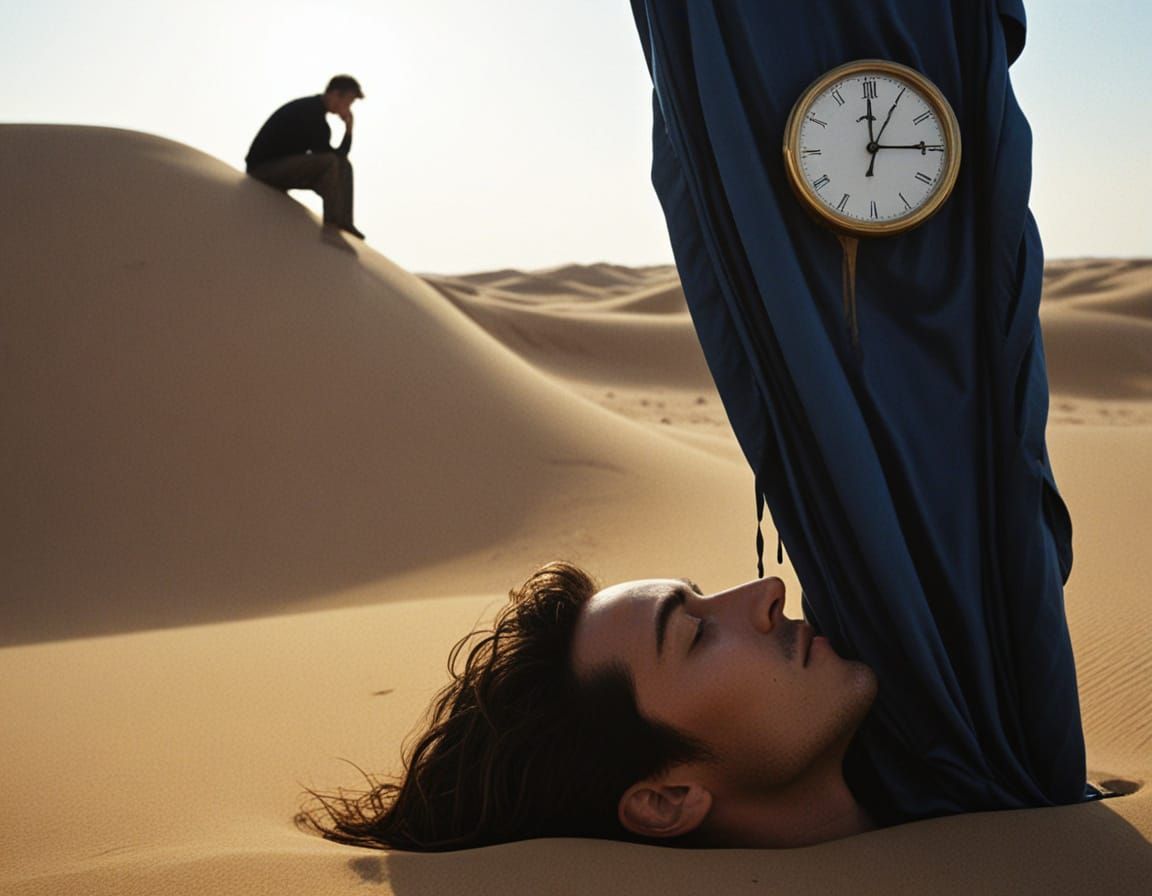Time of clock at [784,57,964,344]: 3:00
